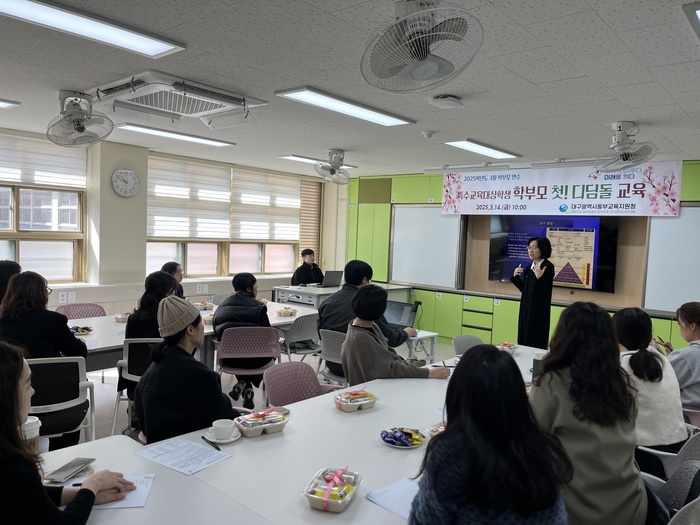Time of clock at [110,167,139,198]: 10:48
